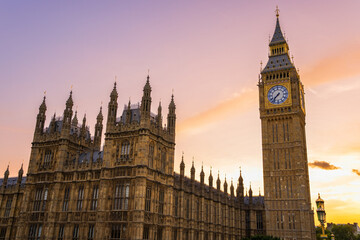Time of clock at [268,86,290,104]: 7:37
